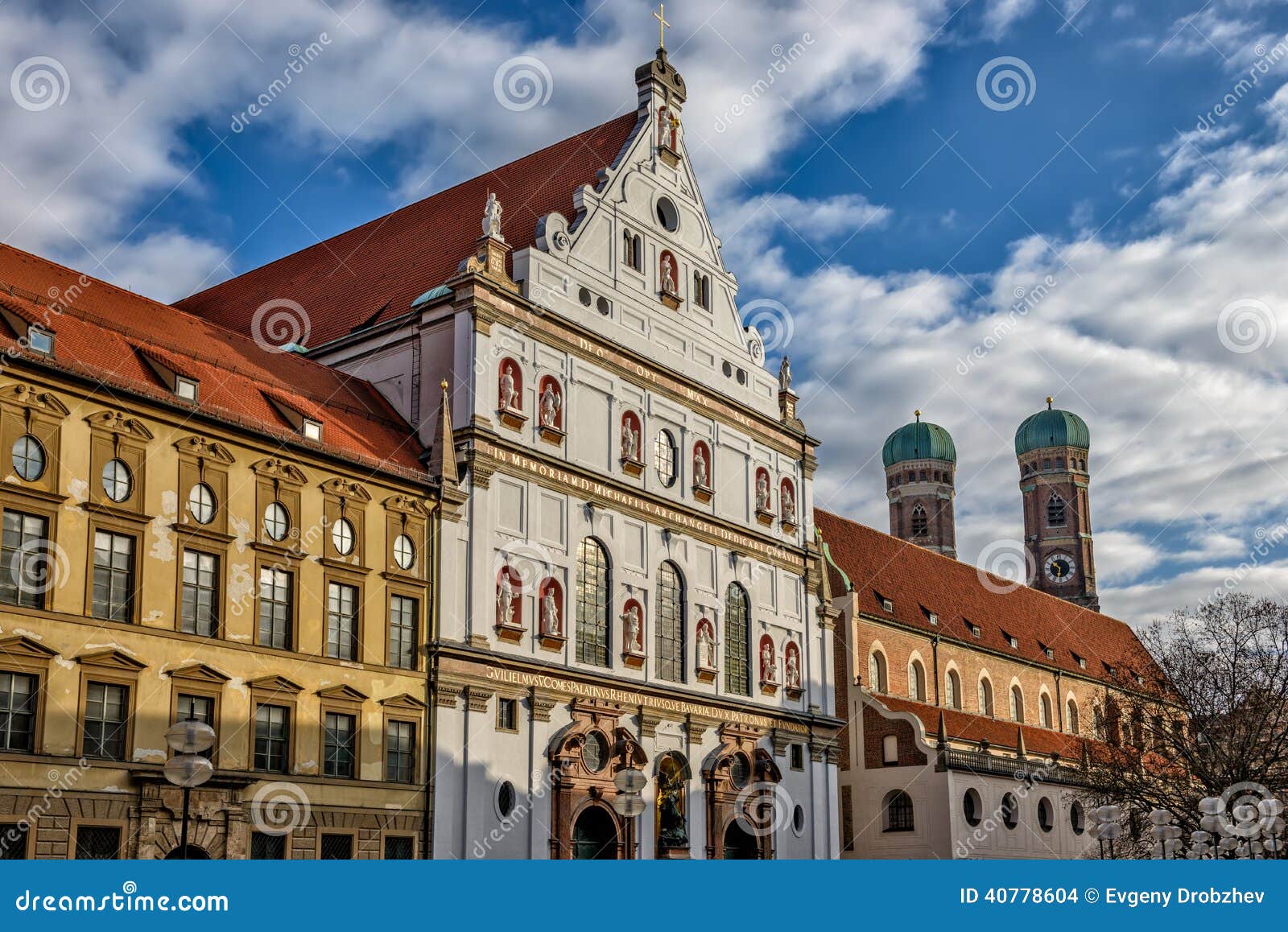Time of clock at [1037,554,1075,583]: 10:32
